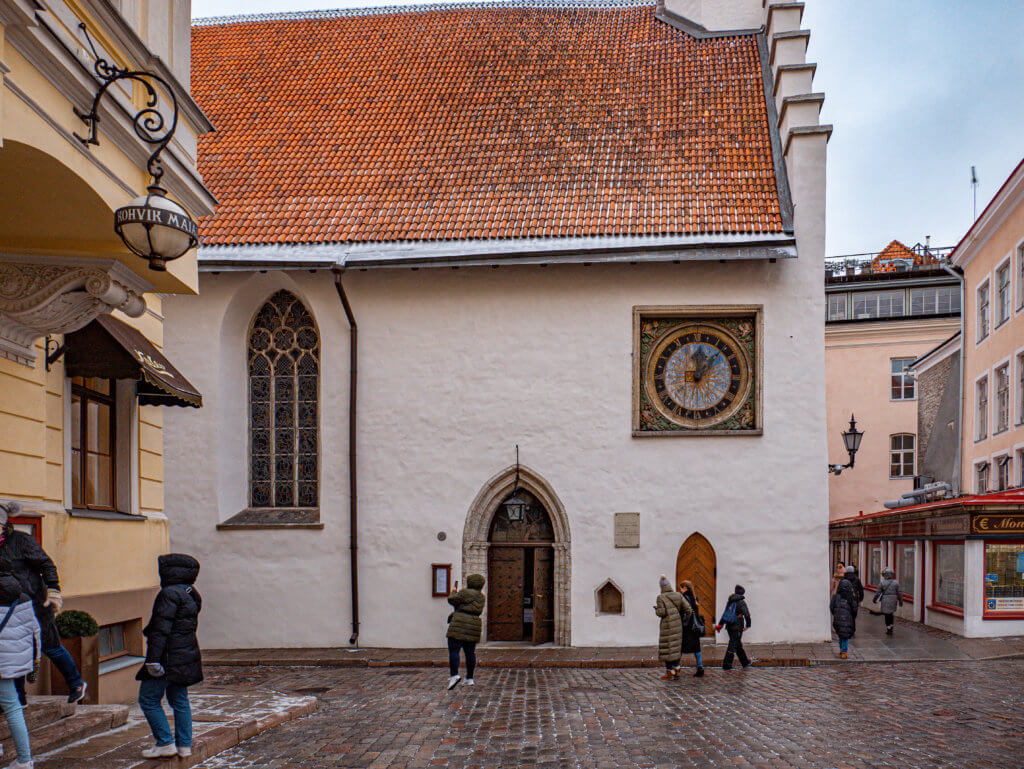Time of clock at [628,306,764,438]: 12:07
